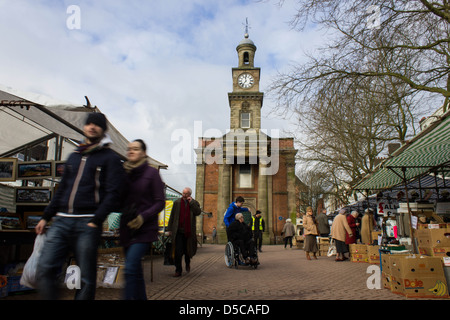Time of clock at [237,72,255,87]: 11:36
